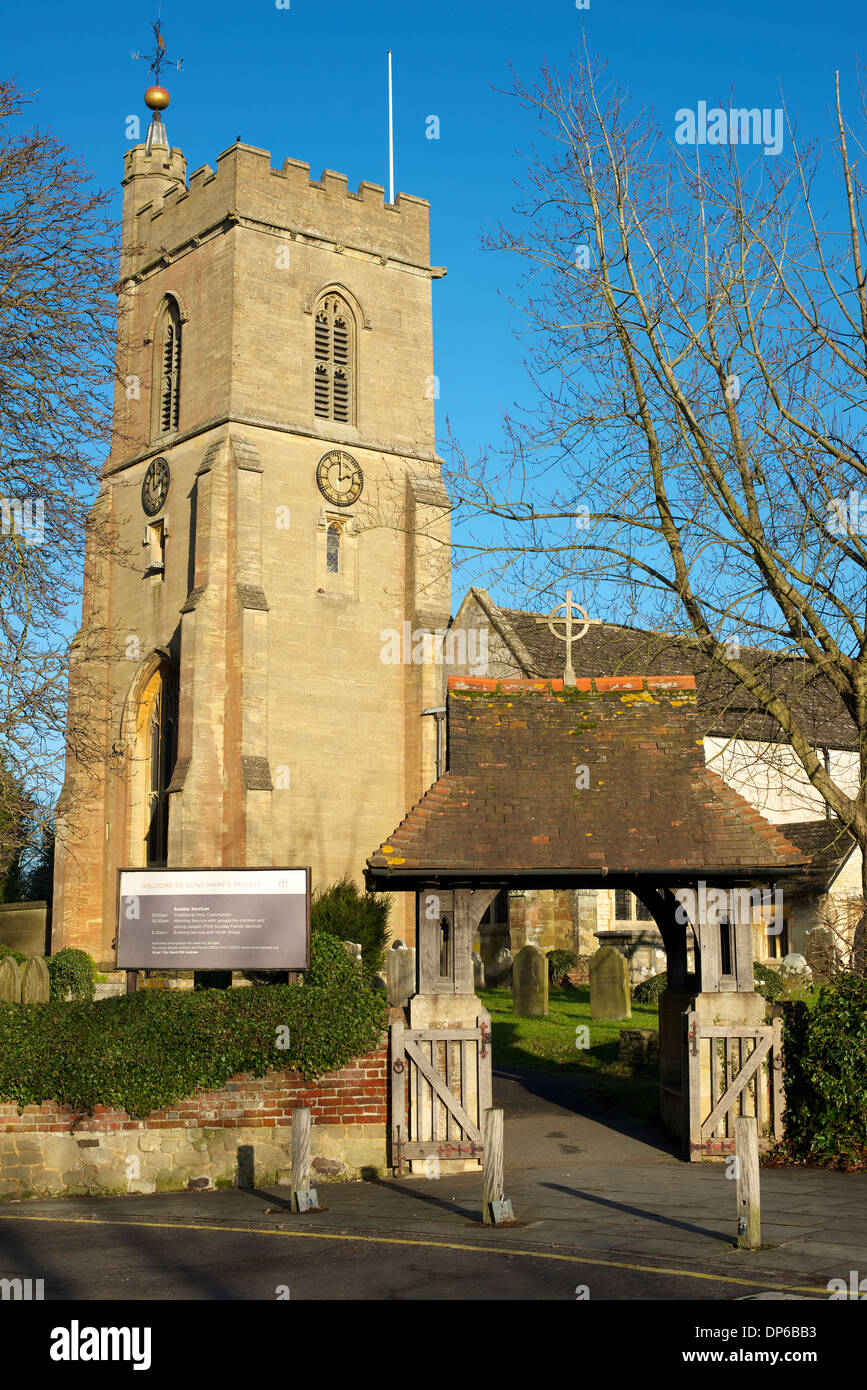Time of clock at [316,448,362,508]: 2:00
